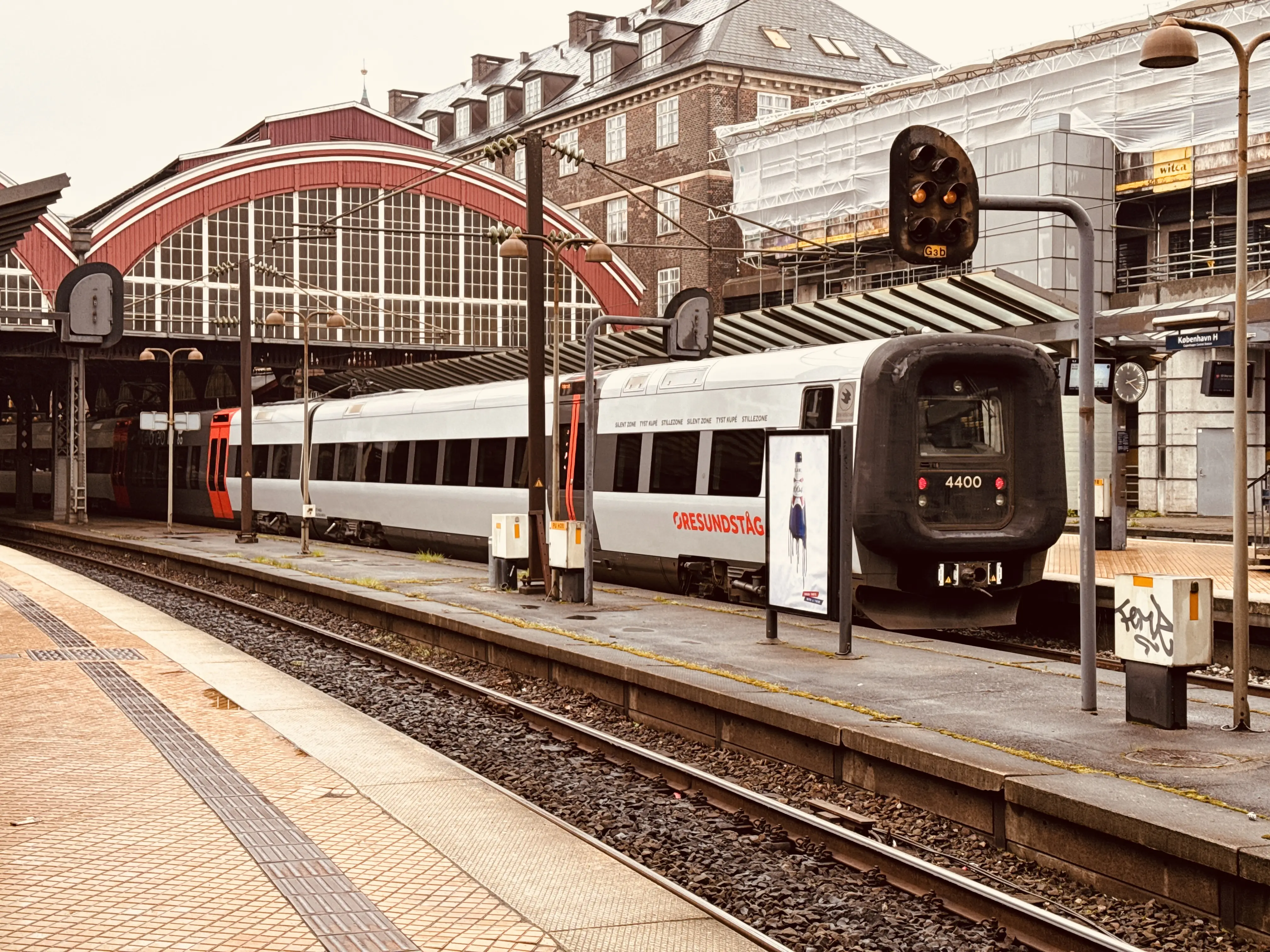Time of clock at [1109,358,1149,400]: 2:21
